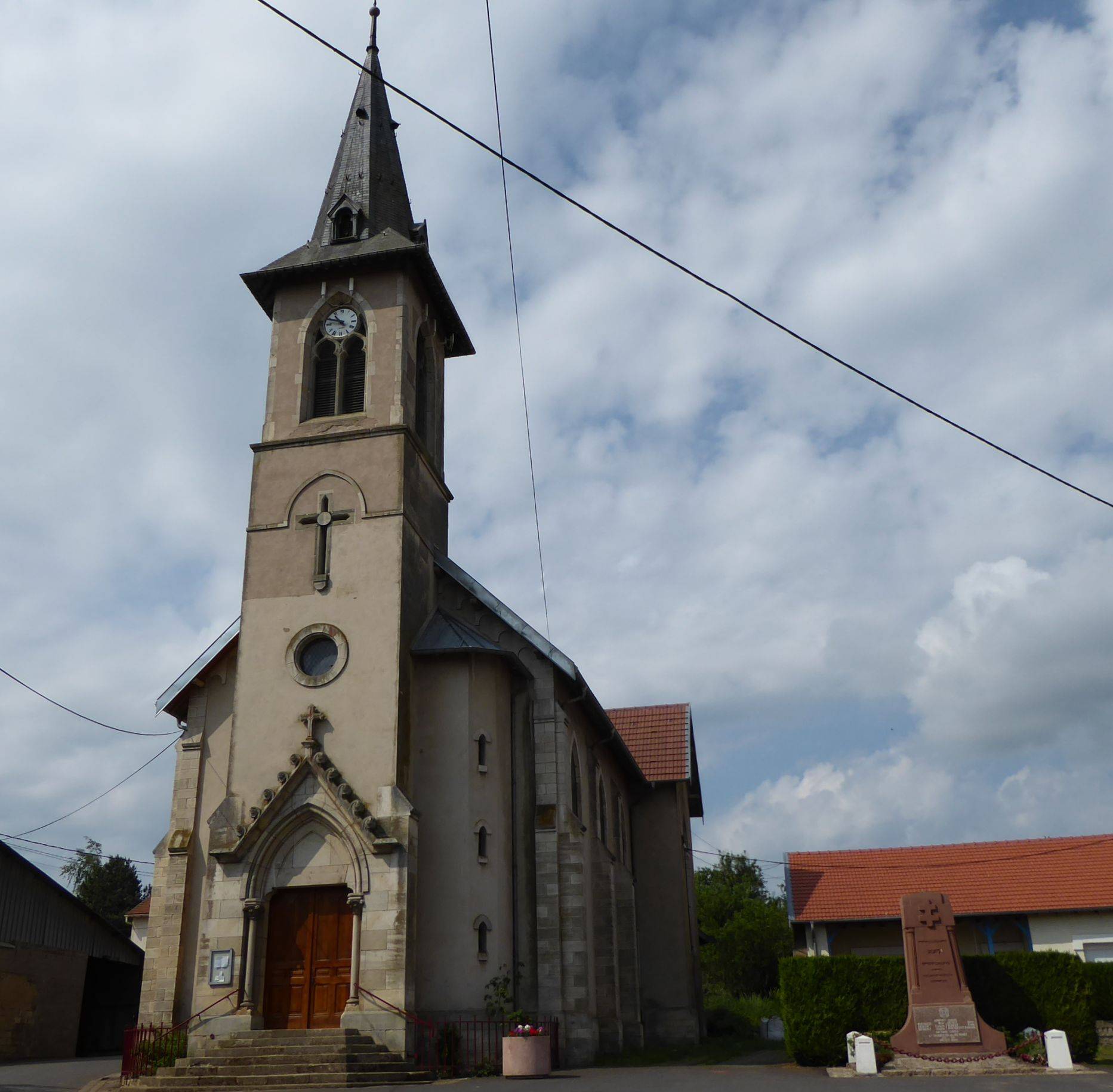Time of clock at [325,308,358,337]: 10:48
